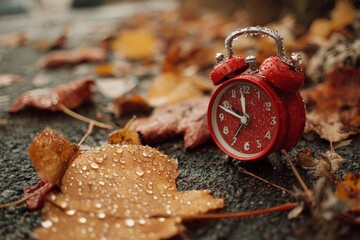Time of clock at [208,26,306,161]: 11:48
